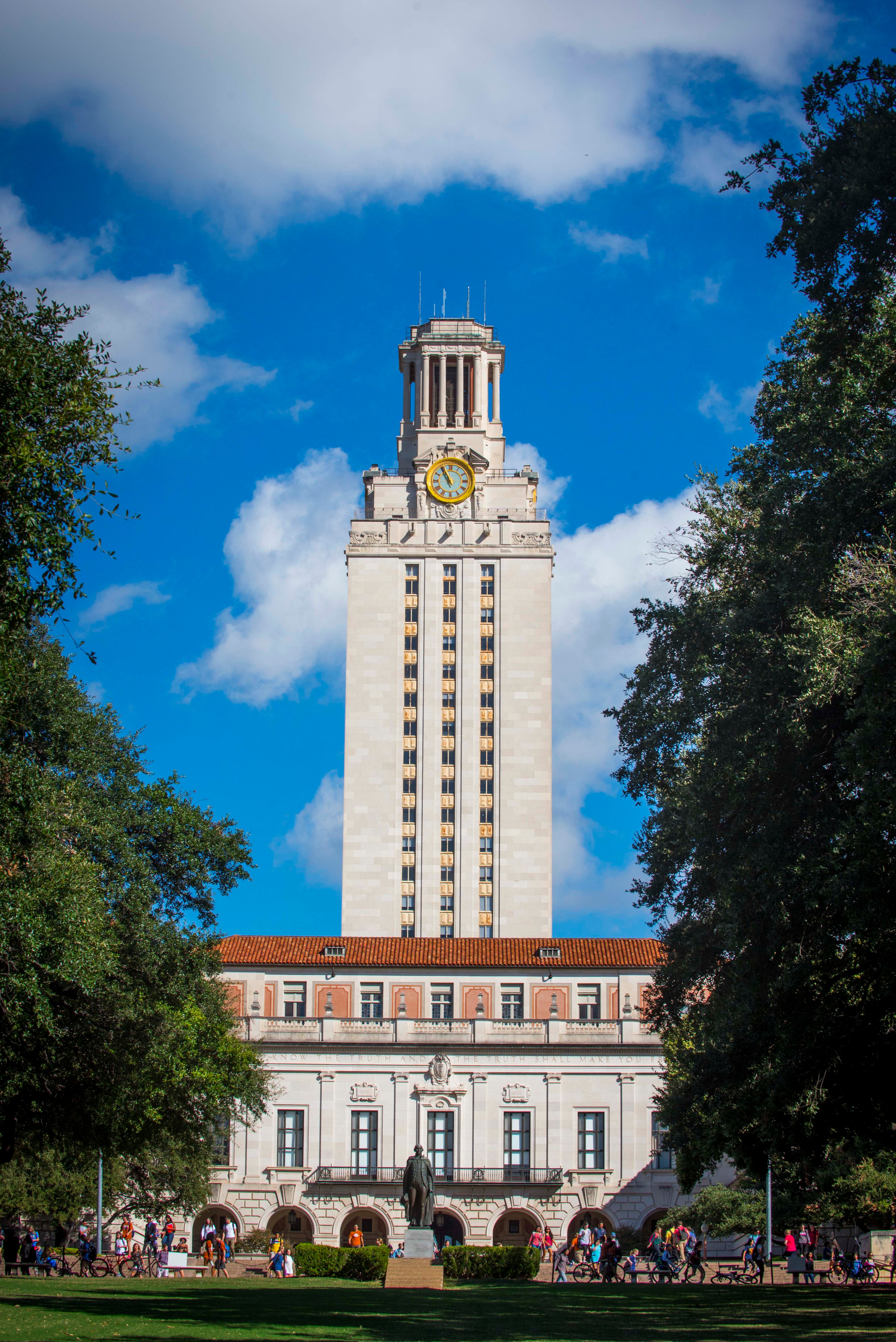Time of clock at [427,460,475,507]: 10:56
